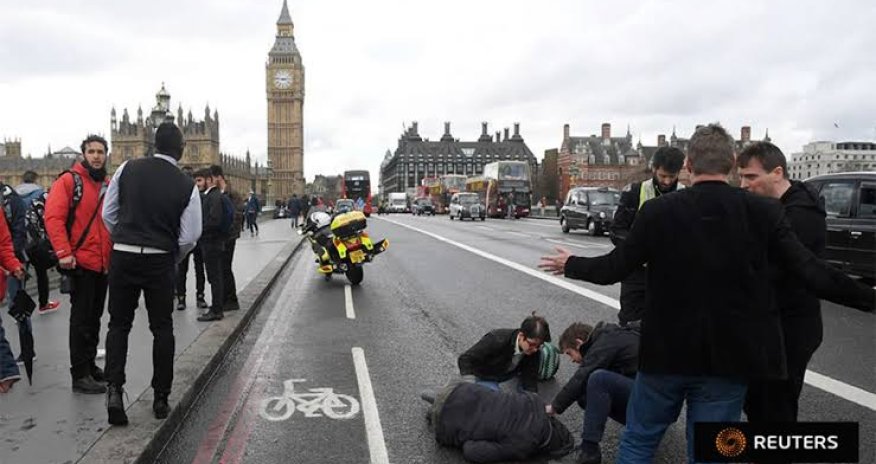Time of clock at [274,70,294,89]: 2:46
